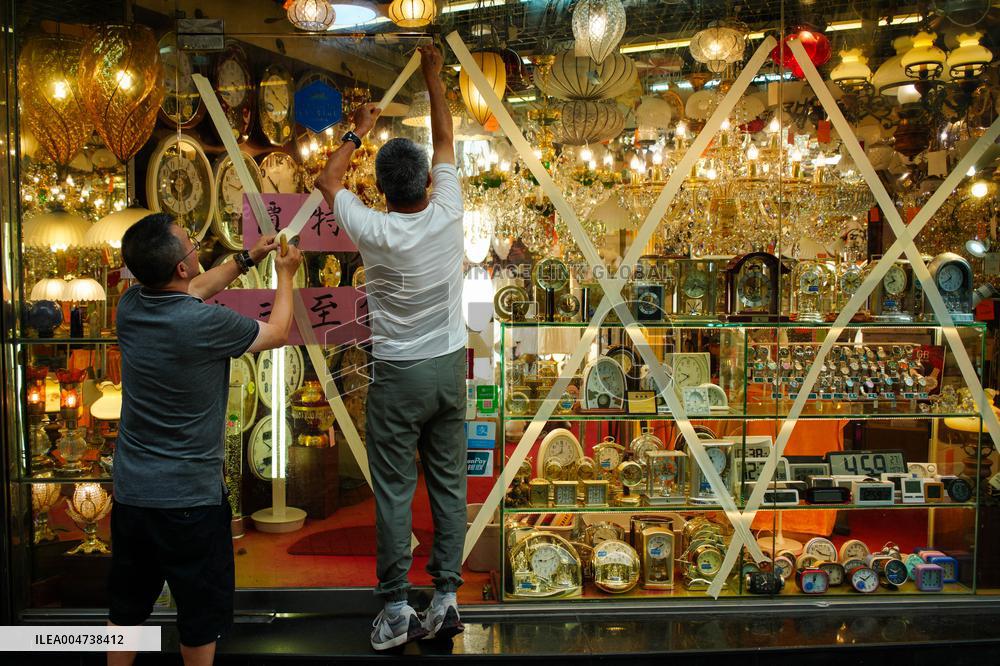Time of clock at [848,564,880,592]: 10:07
